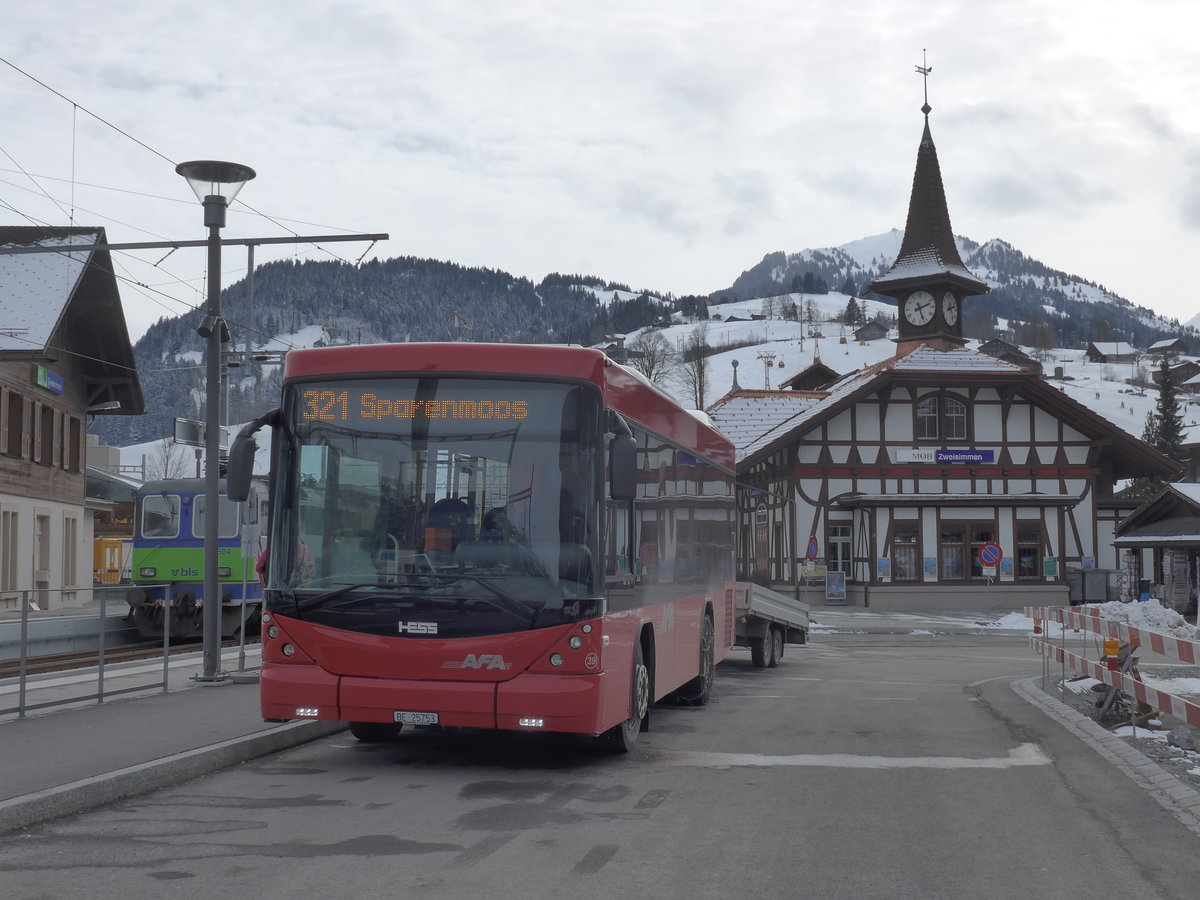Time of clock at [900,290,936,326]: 2:26
